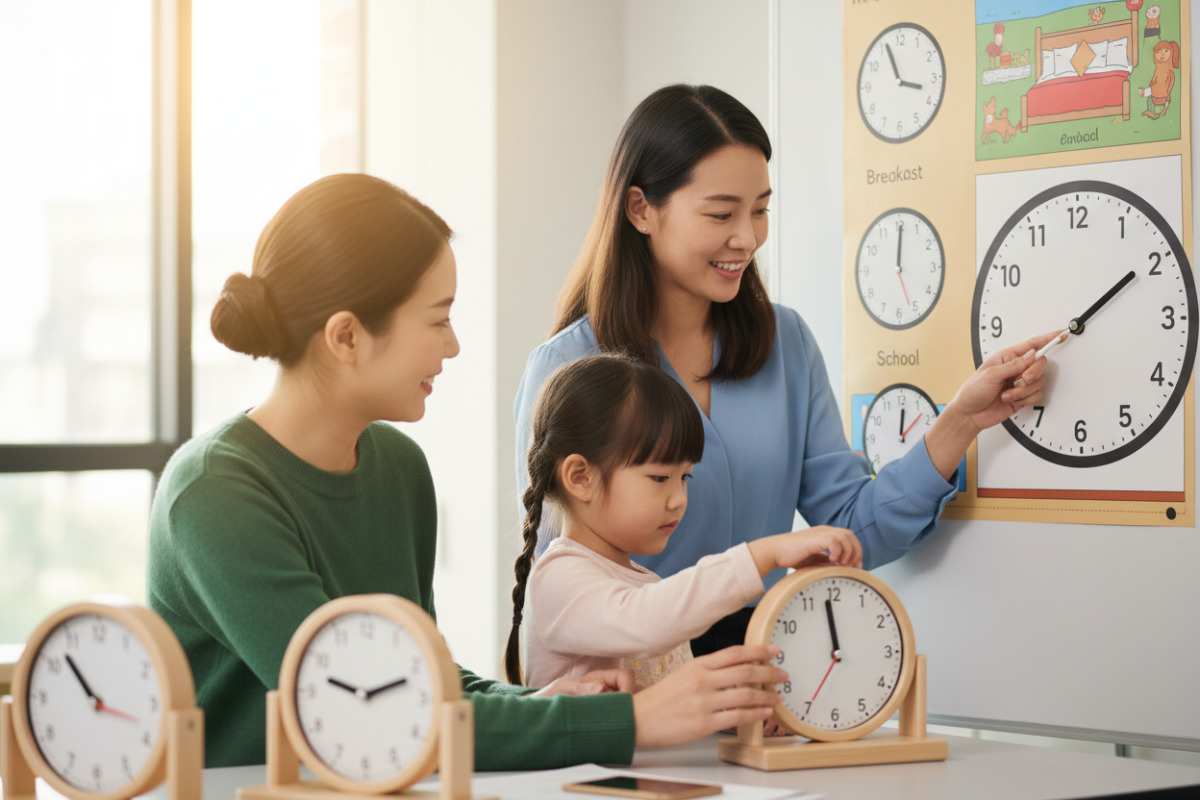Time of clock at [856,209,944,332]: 12:00
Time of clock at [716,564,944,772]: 11:58
